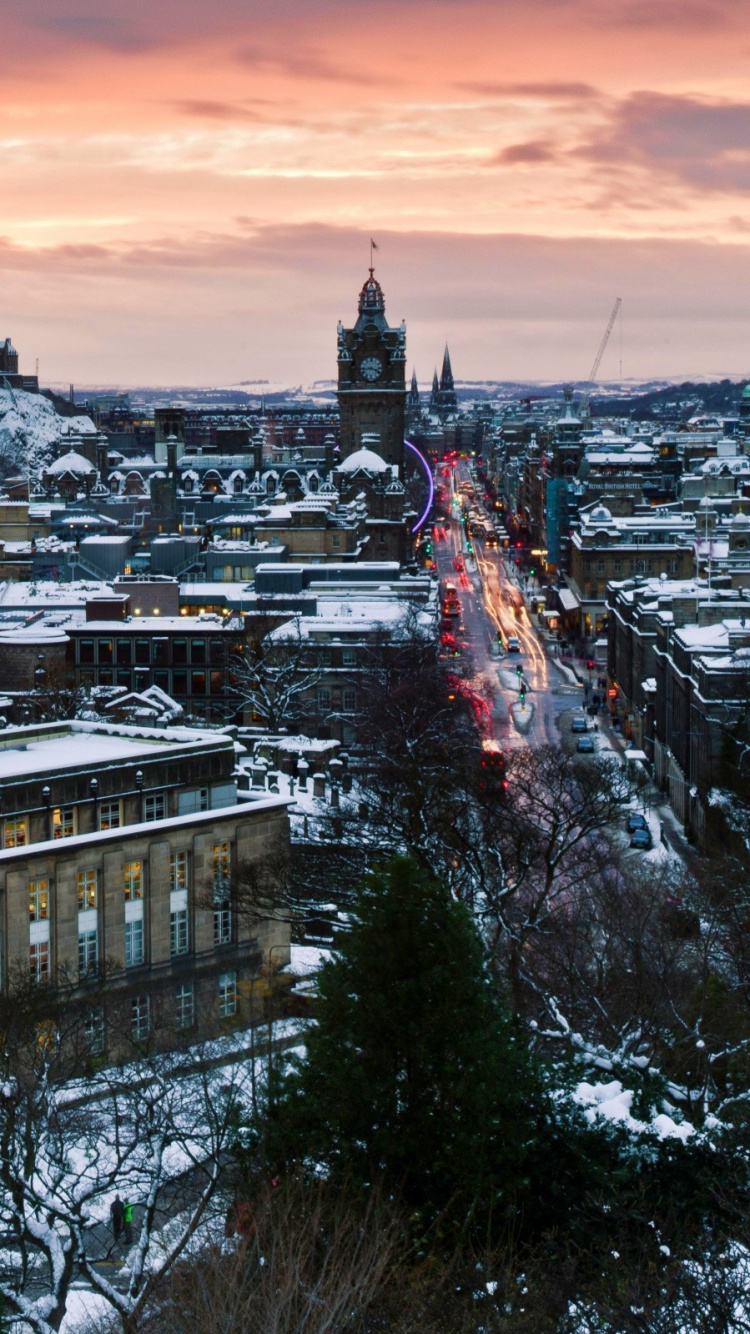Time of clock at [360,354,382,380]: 3:43
